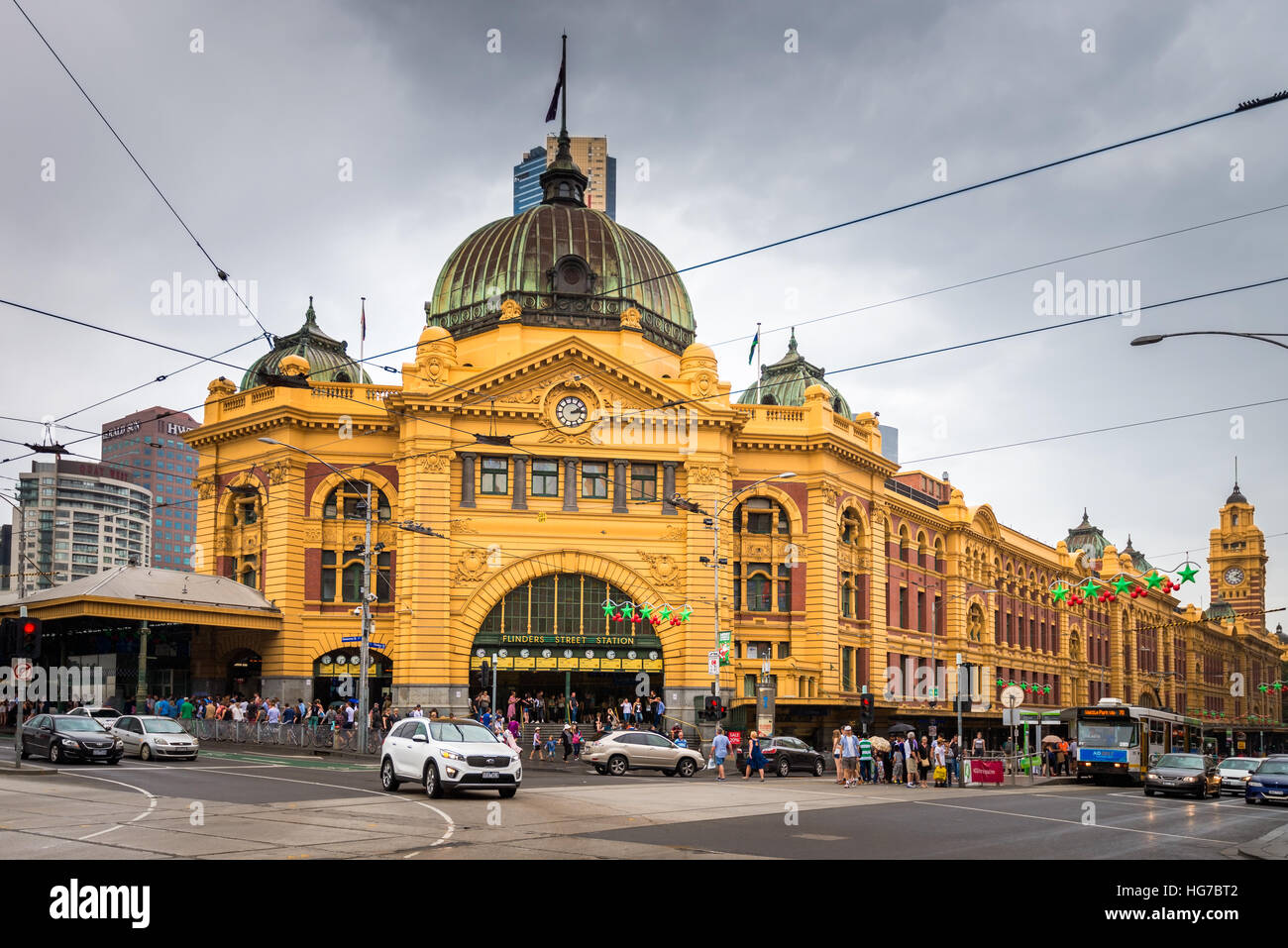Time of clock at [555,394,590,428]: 2:13
